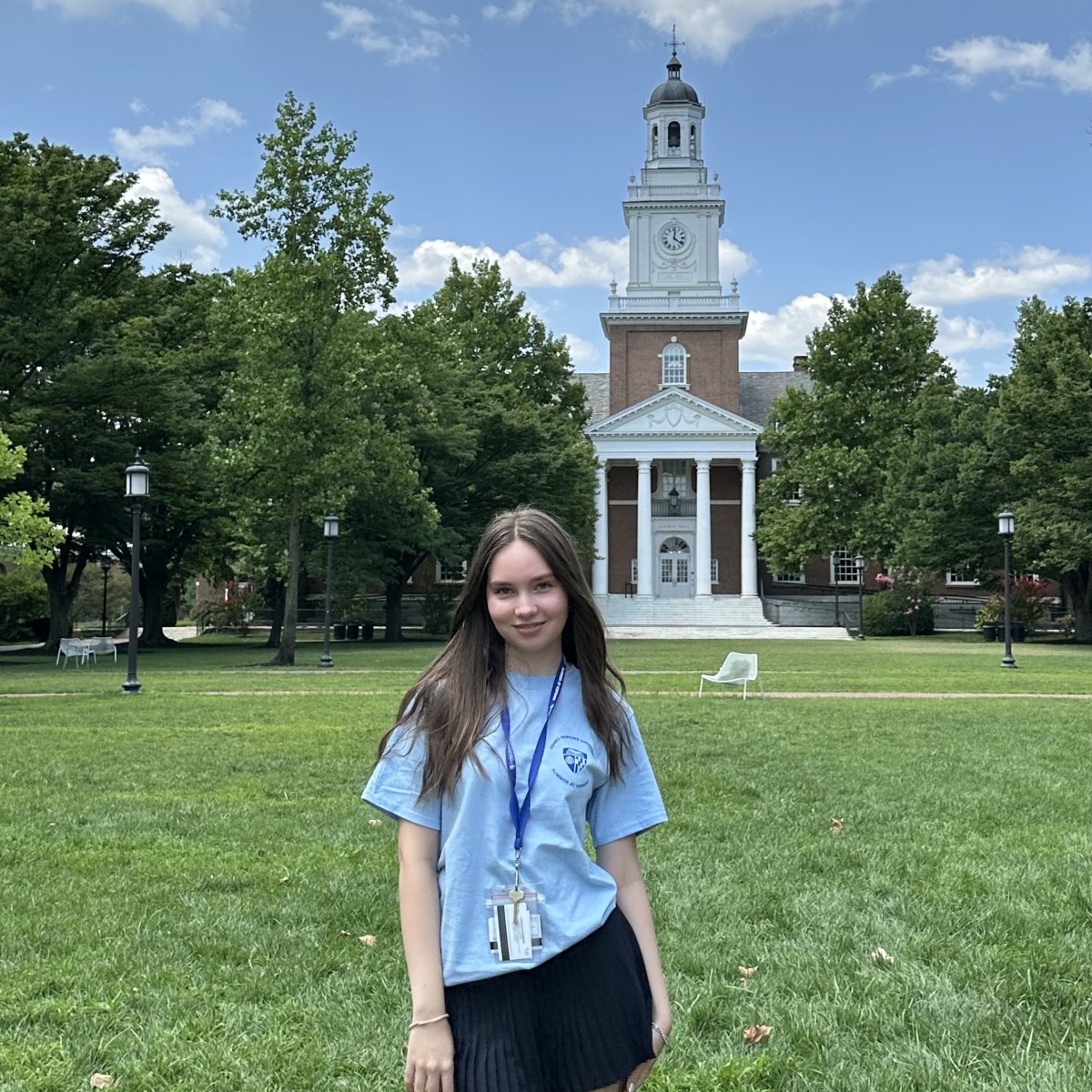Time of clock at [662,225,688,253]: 12:21
